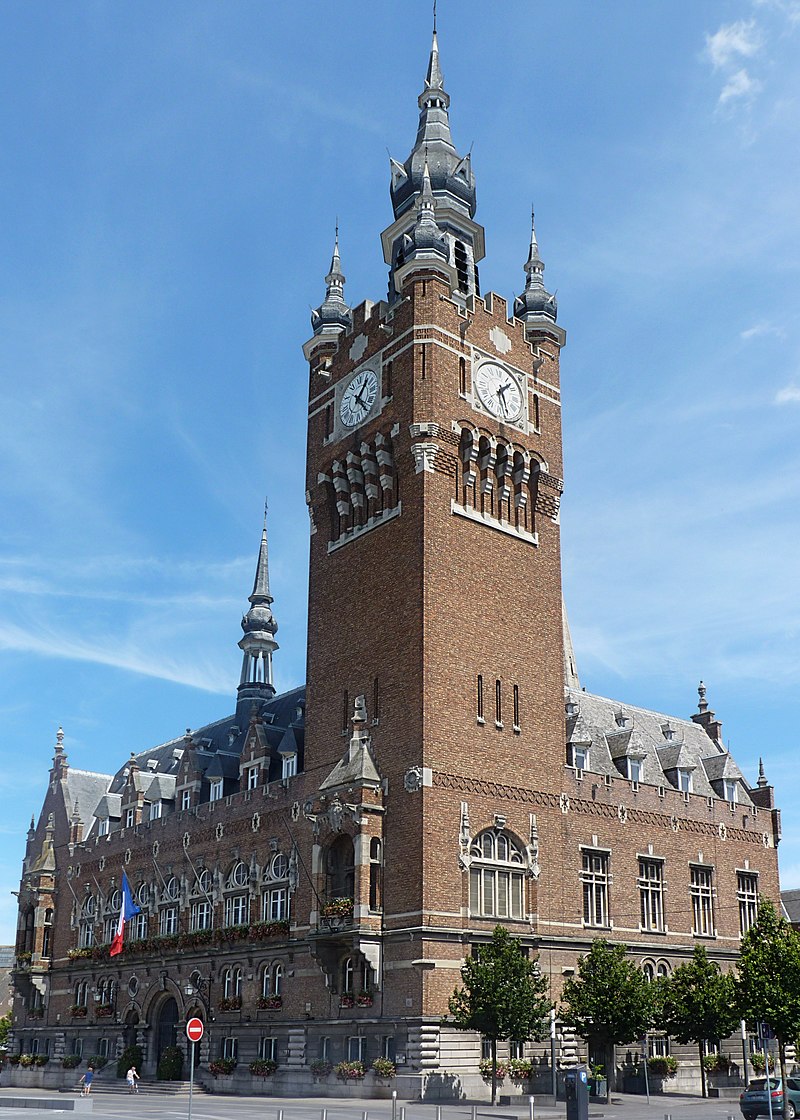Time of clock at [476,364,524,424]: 1:28
